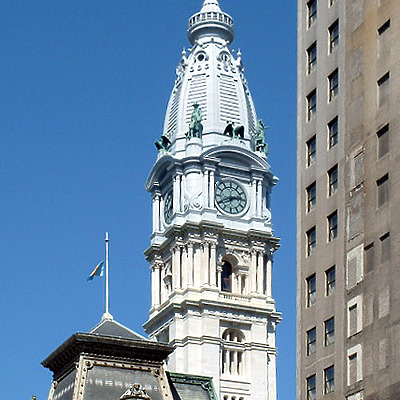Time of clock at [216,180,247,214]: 2:40
